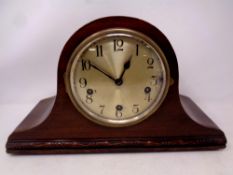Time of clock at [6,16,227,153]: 12:50
